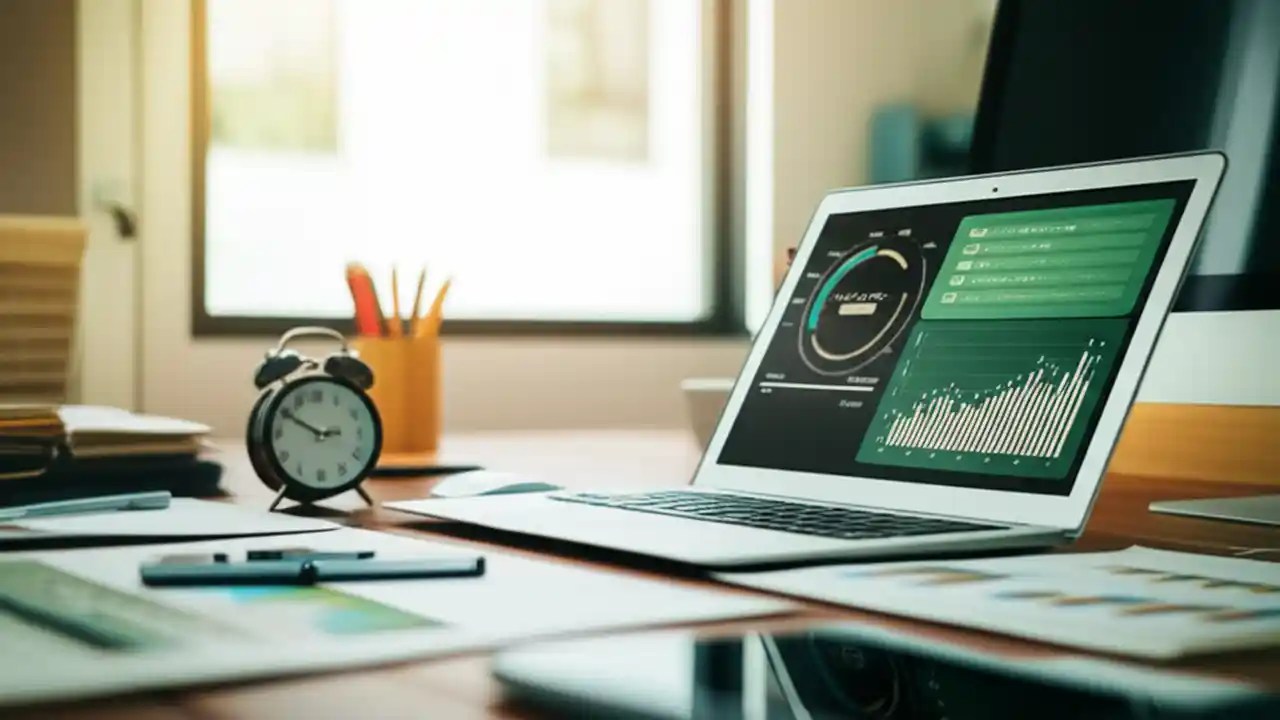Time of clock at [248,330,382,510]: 2:50
